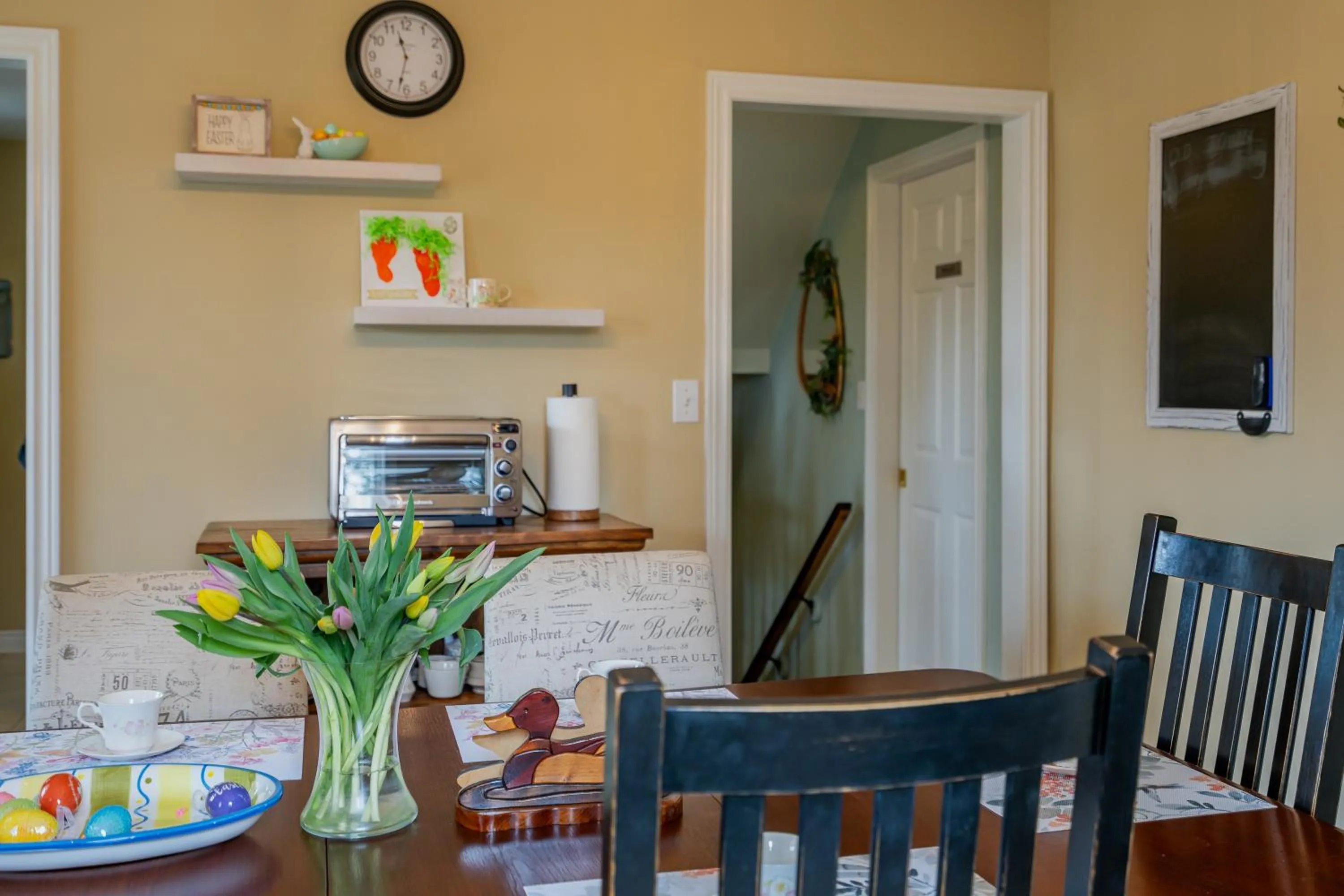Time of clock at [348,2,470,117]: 11:32
